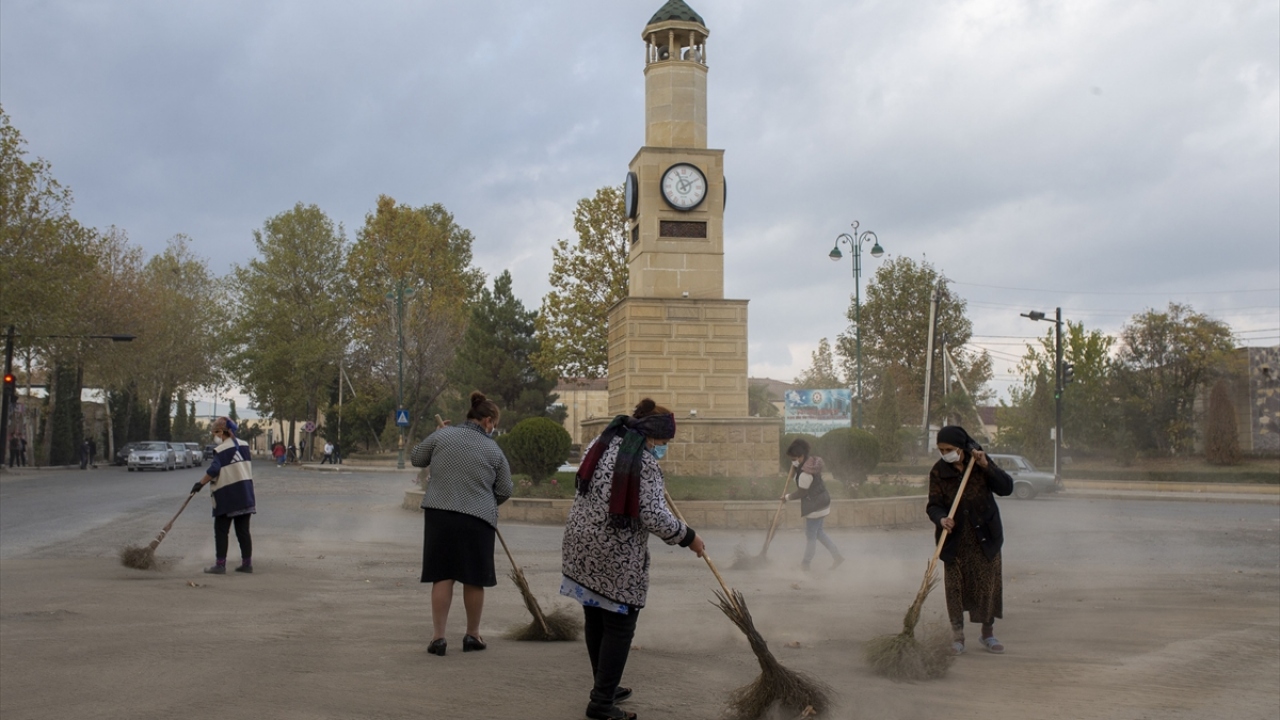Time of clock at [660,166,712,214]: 1:56
